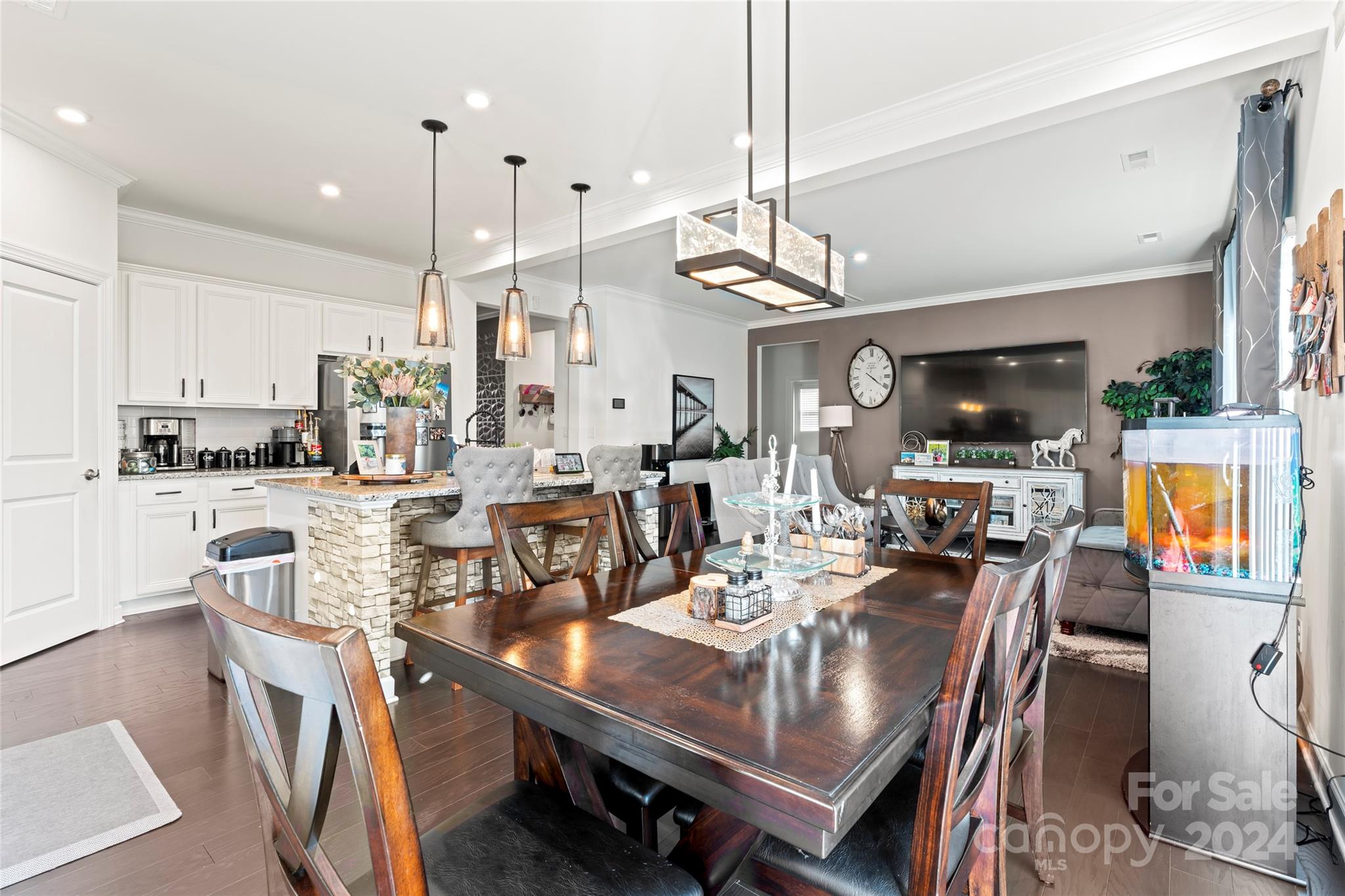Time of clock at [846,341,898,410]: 10:20
